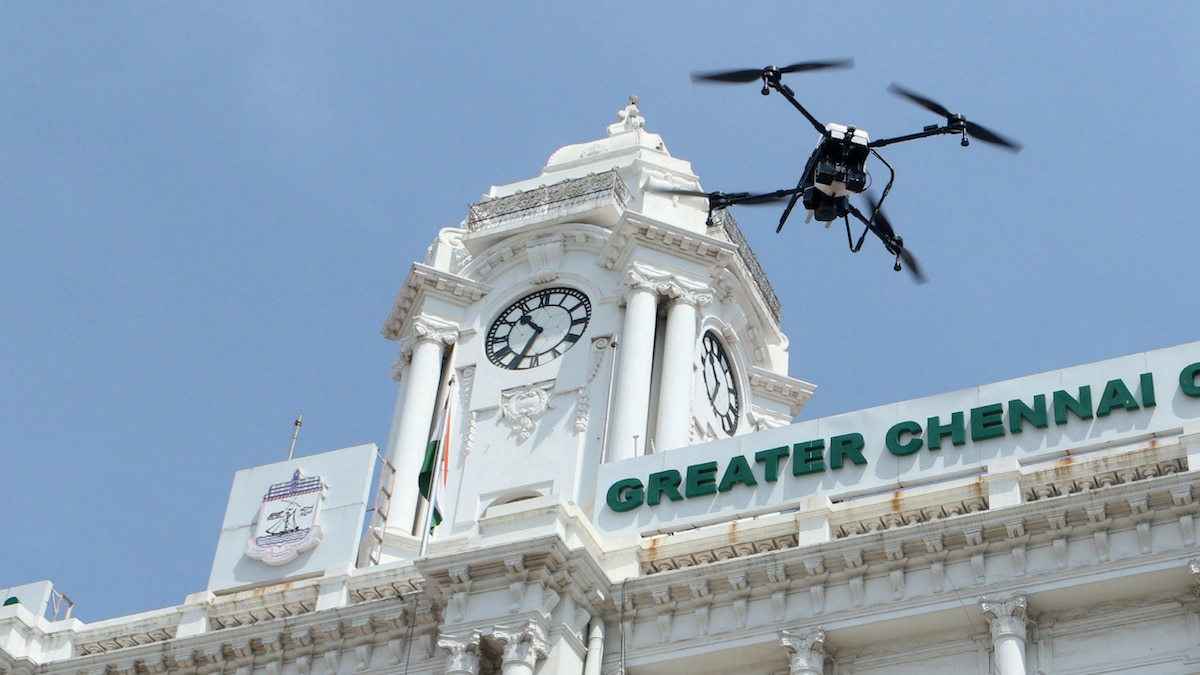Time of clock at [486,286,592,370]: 10:34
